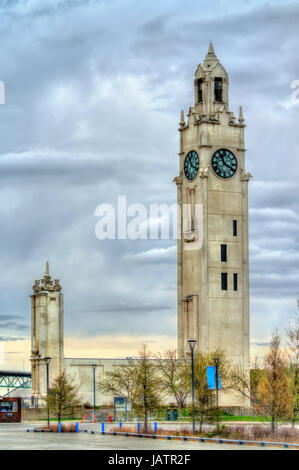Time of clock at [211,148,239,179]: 11:19
